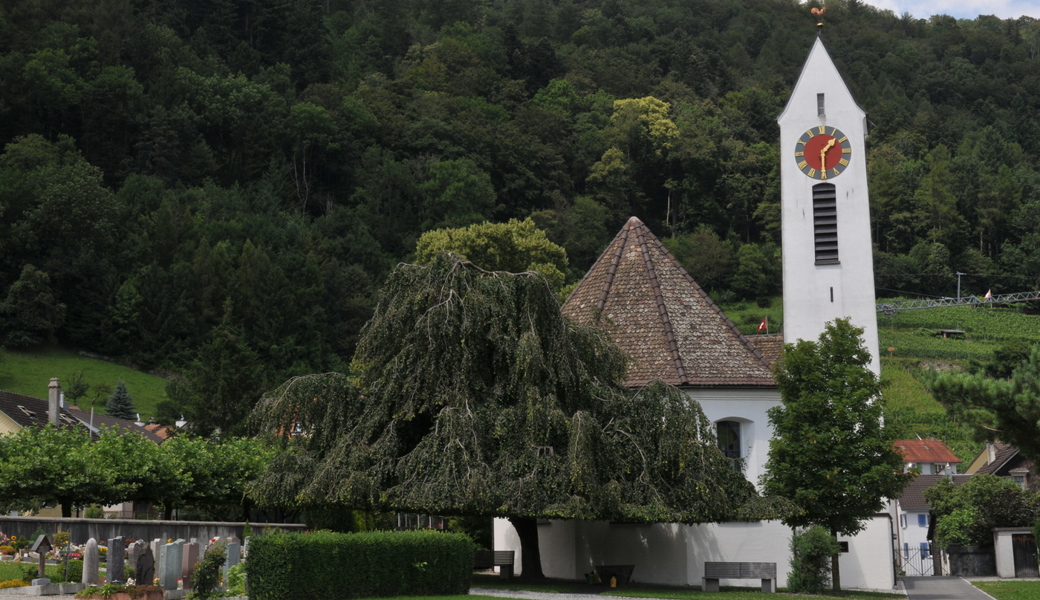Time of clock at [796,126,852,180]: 1:30
